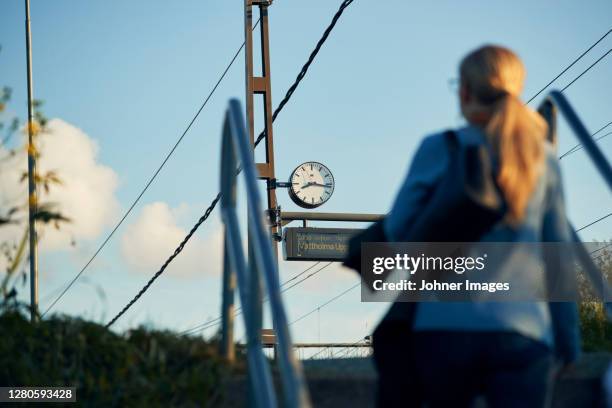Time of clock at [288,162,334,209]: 8:16
